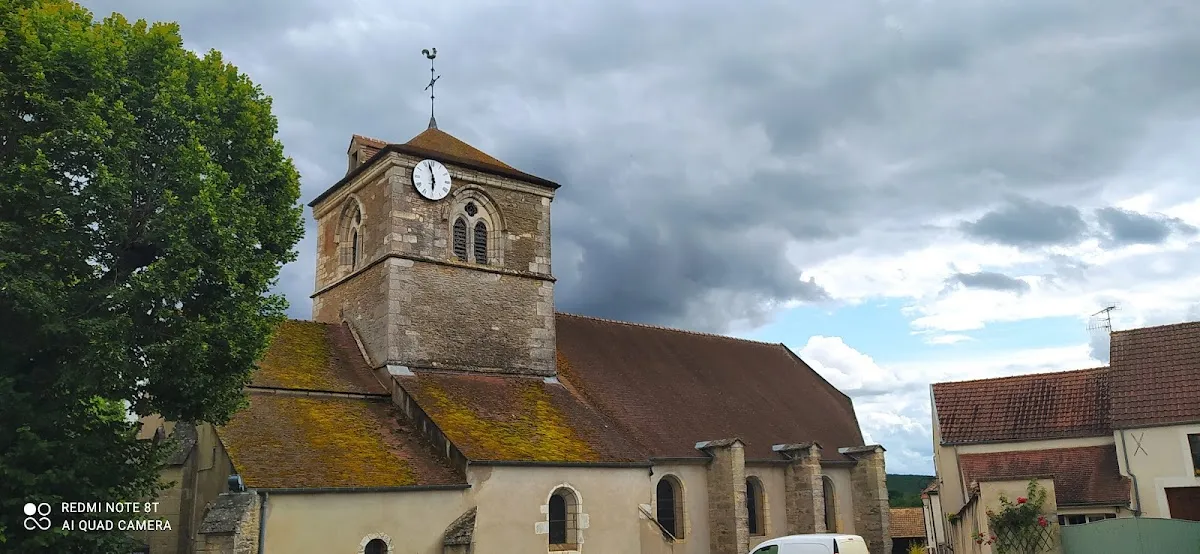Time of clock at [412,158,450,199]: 5:57
